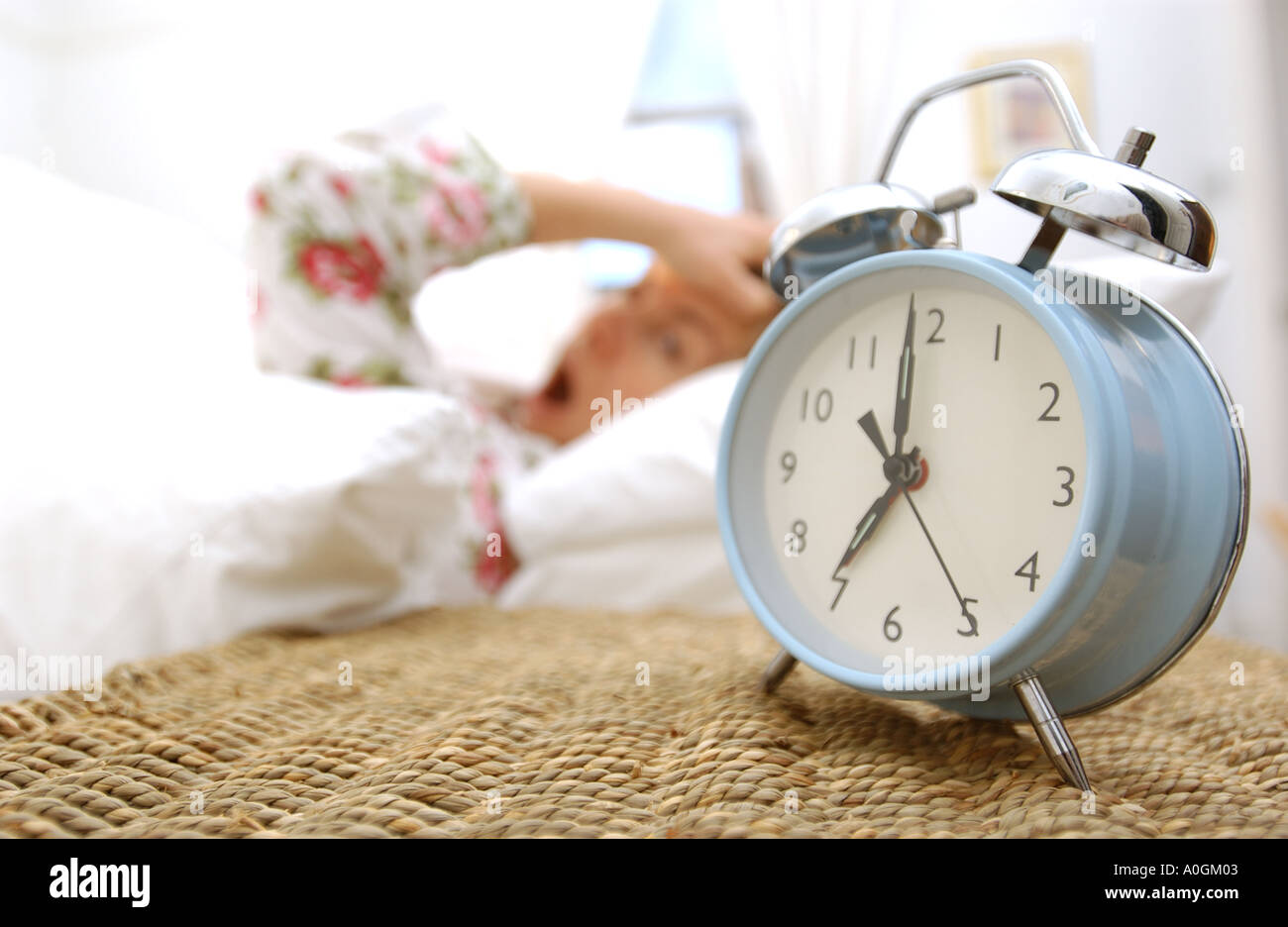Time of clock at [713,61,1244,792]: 6:59
